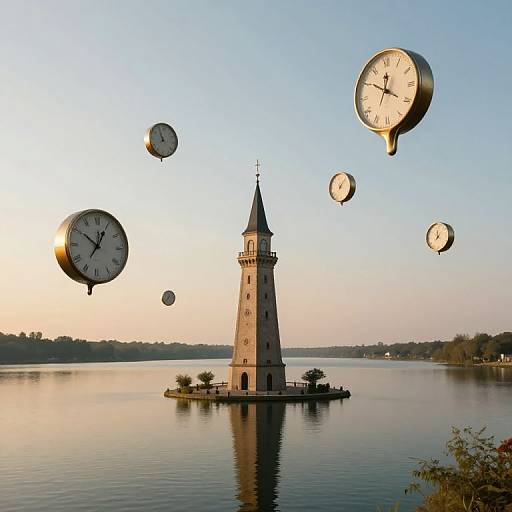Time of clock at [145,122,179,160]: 10:56
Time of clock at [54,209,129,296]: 12:50
